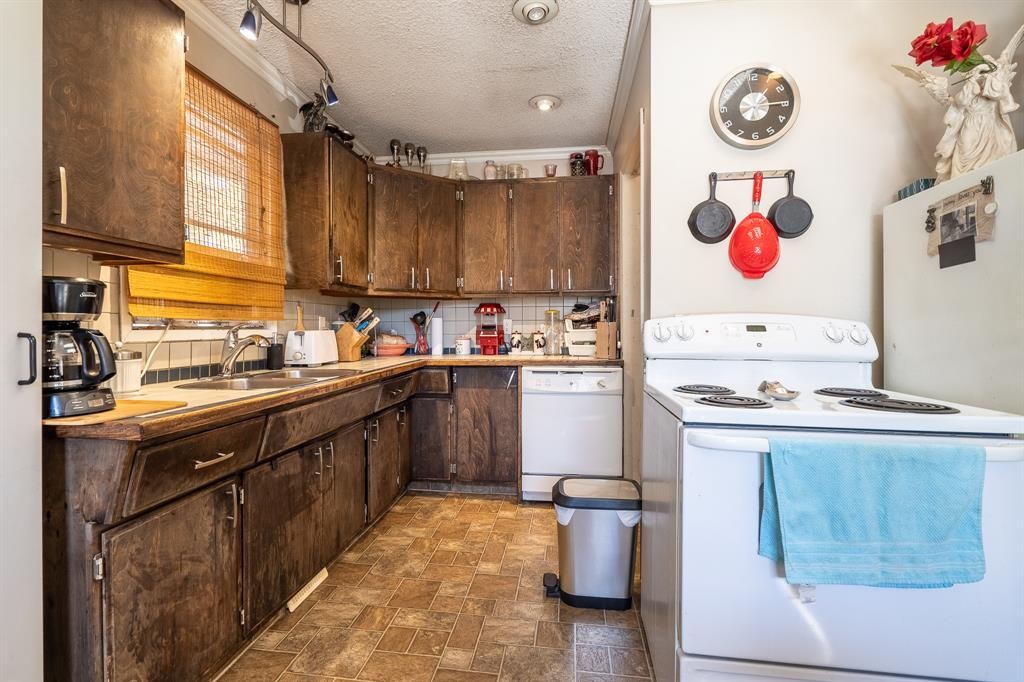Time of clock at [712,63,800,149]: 1:14
